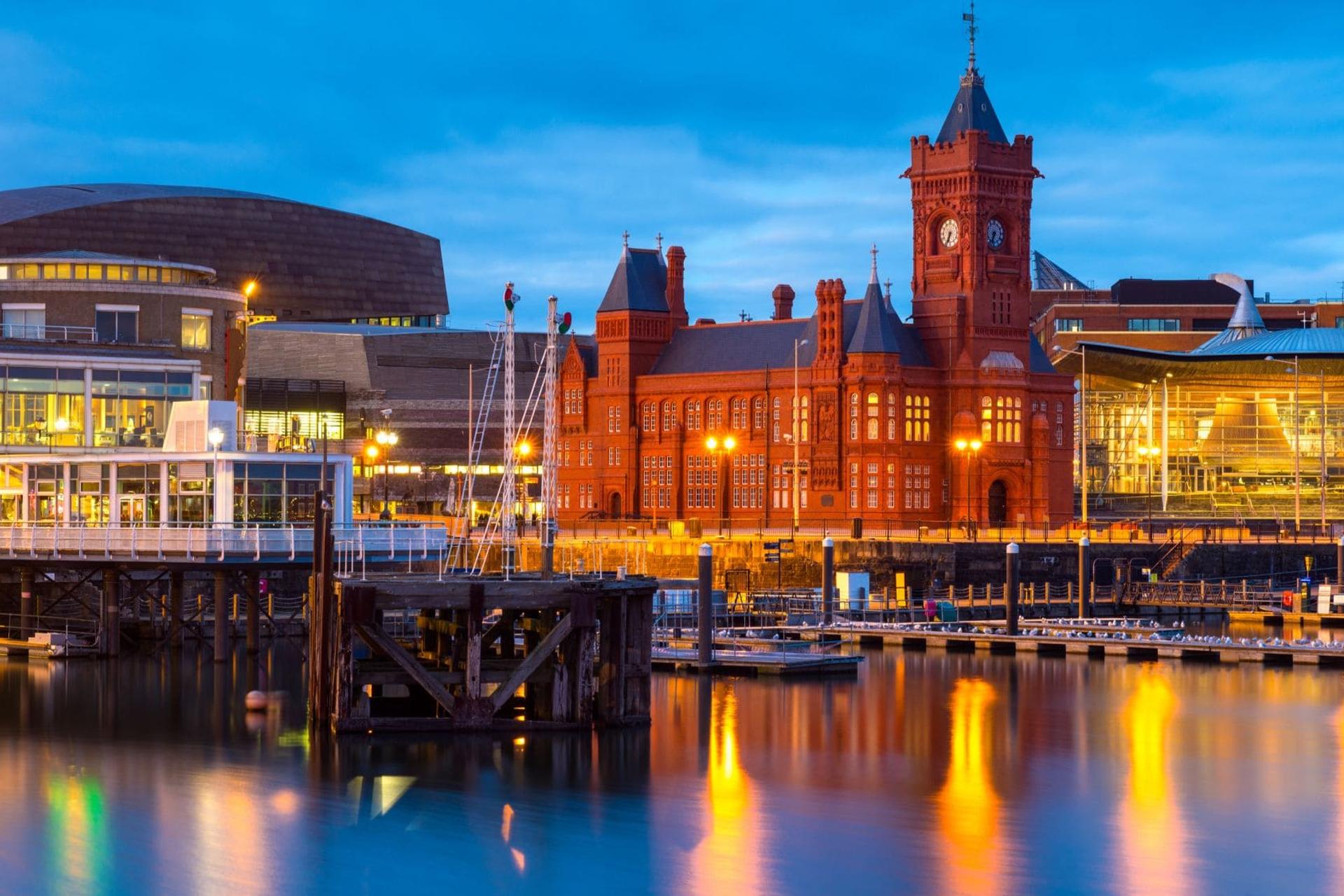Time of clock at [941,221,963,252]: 6:34
